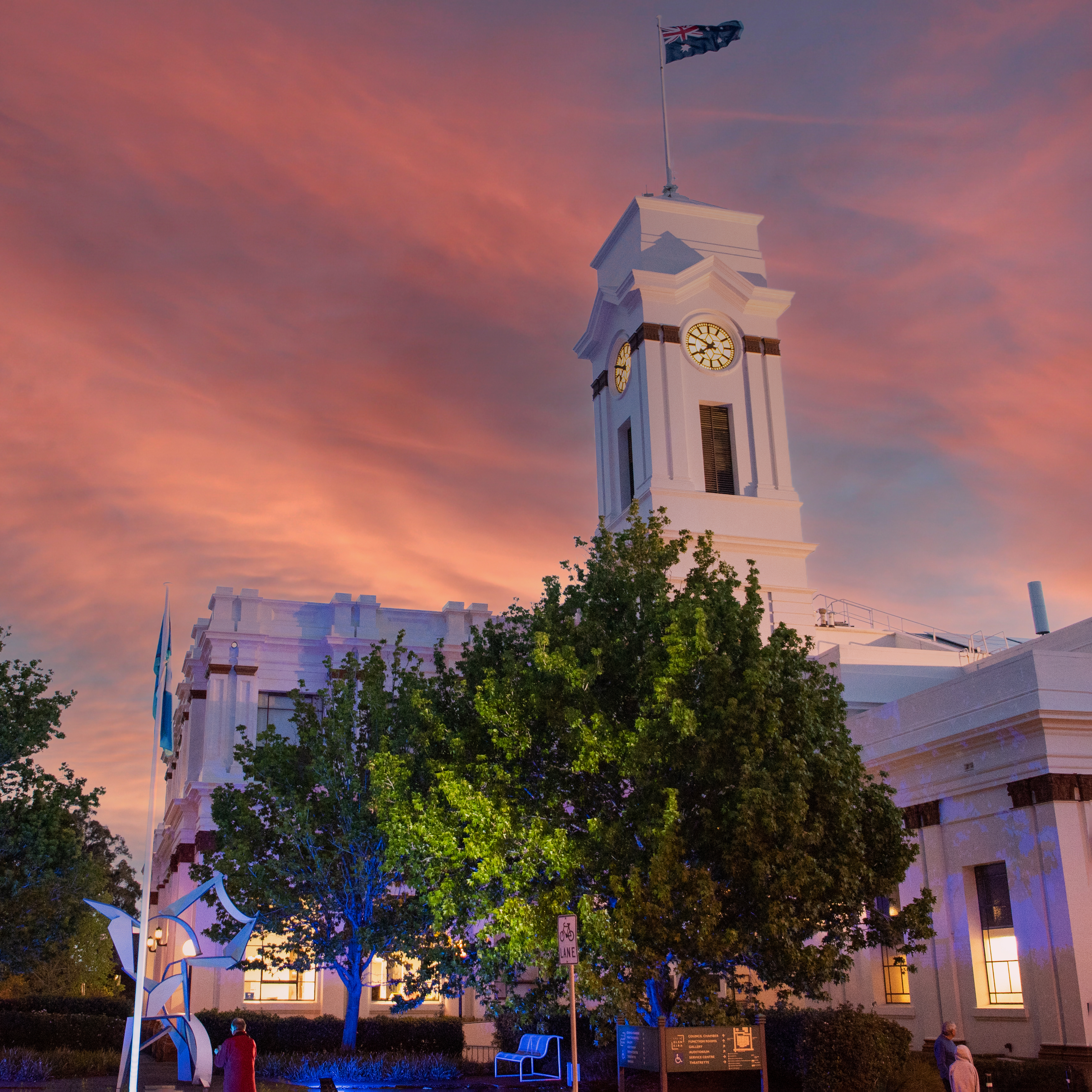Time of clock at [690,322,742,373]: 7:49
